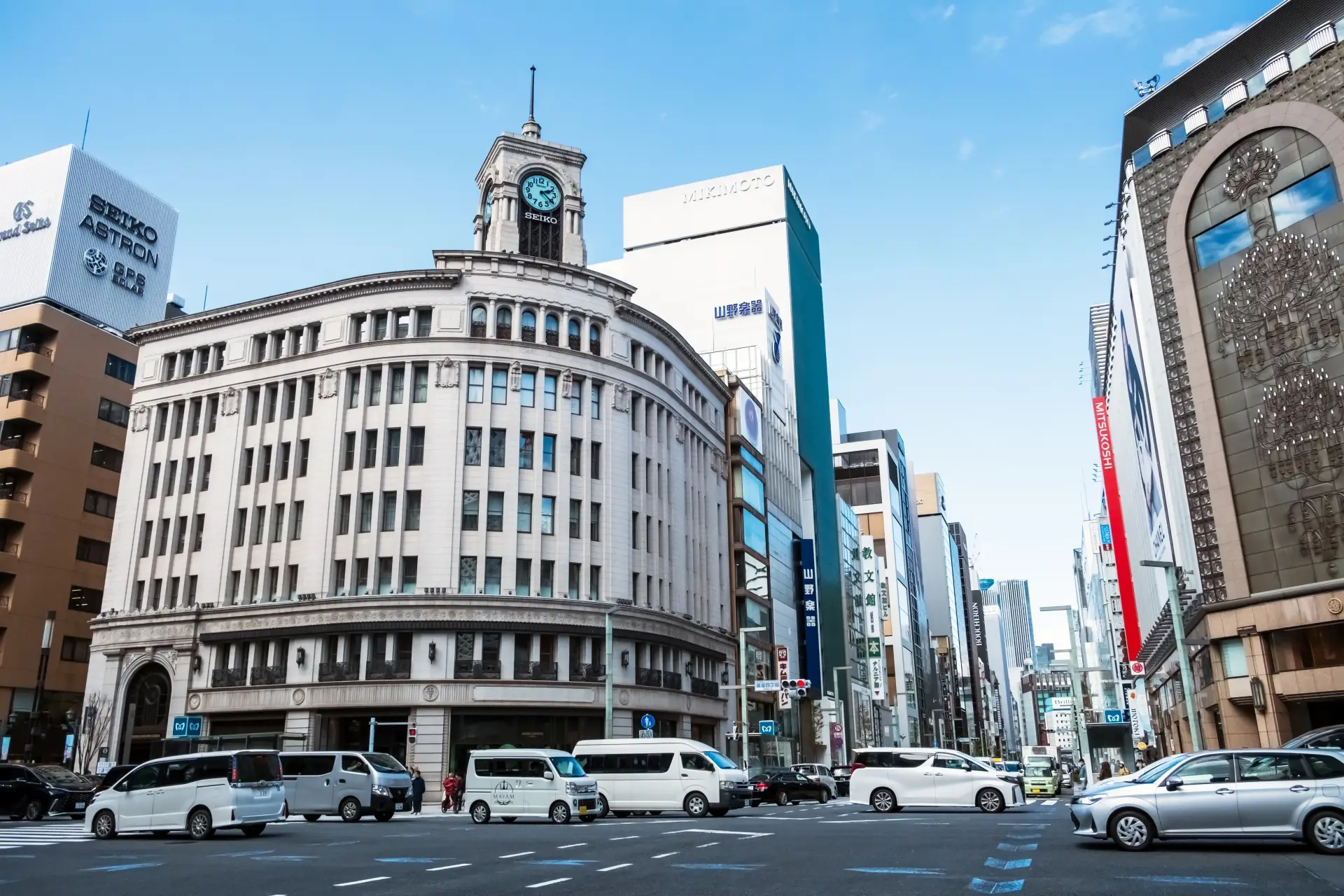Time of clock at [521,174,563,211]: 2:21
